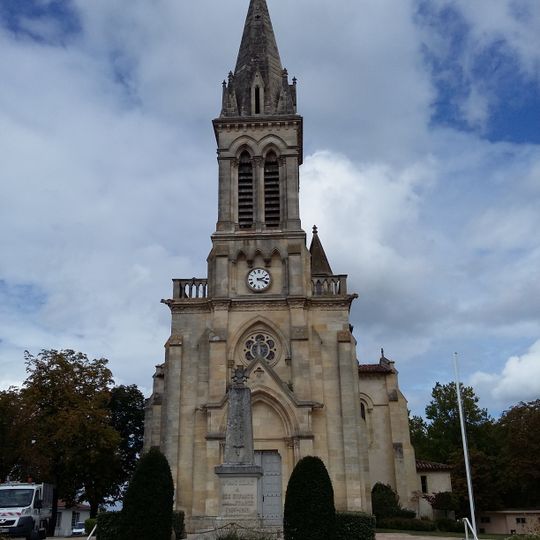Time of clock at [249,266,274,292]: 2:18
